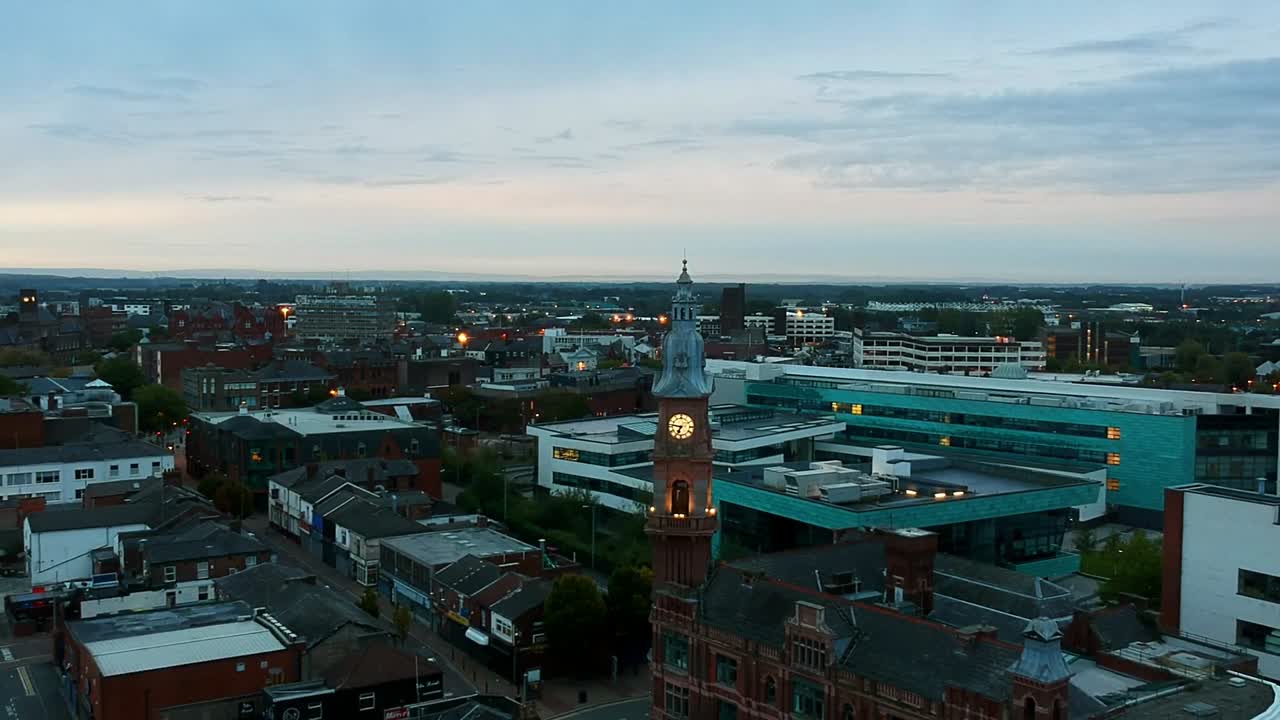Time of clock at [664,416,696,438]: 6:46
